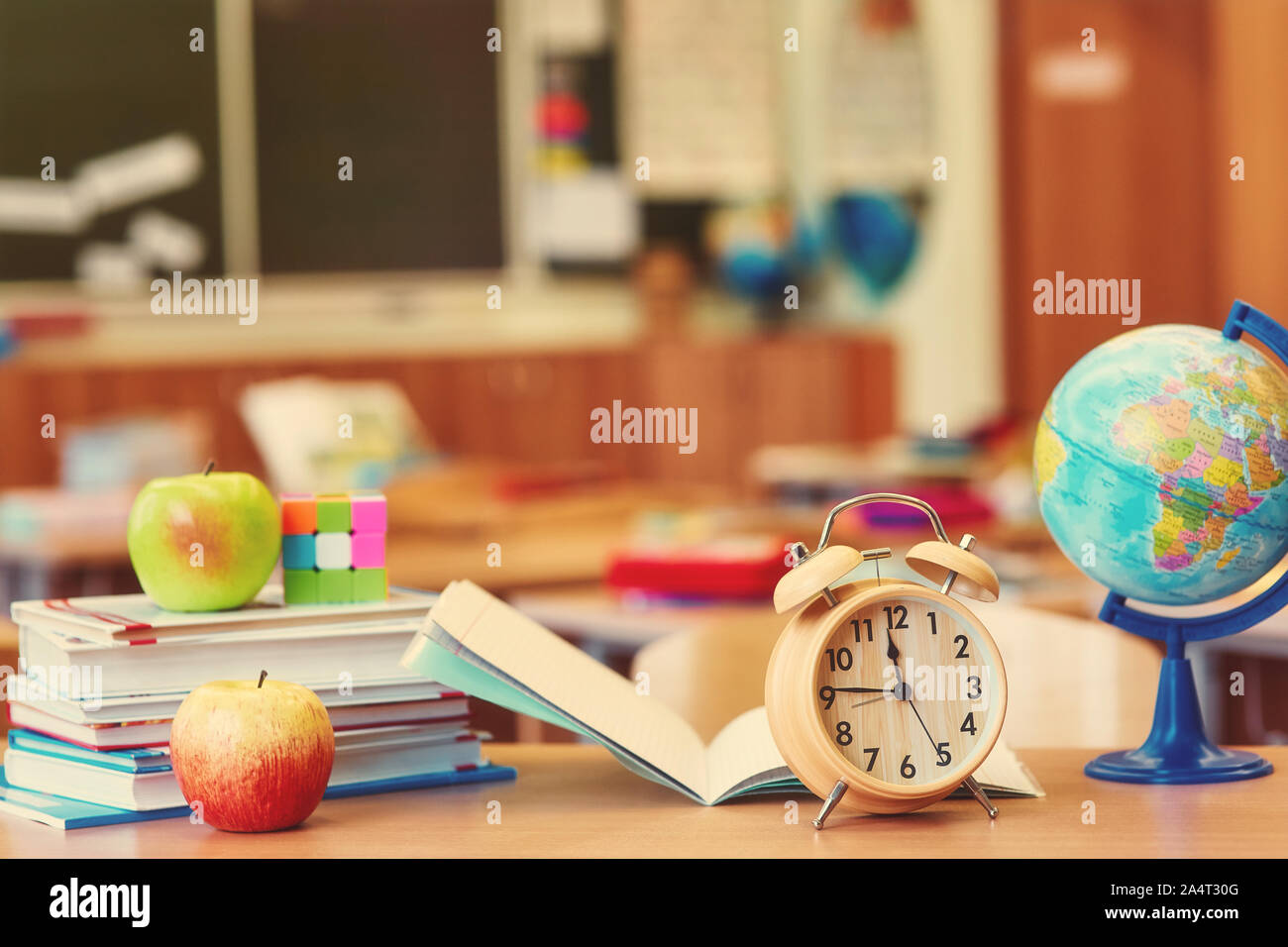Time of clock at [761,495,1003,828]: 11:45
